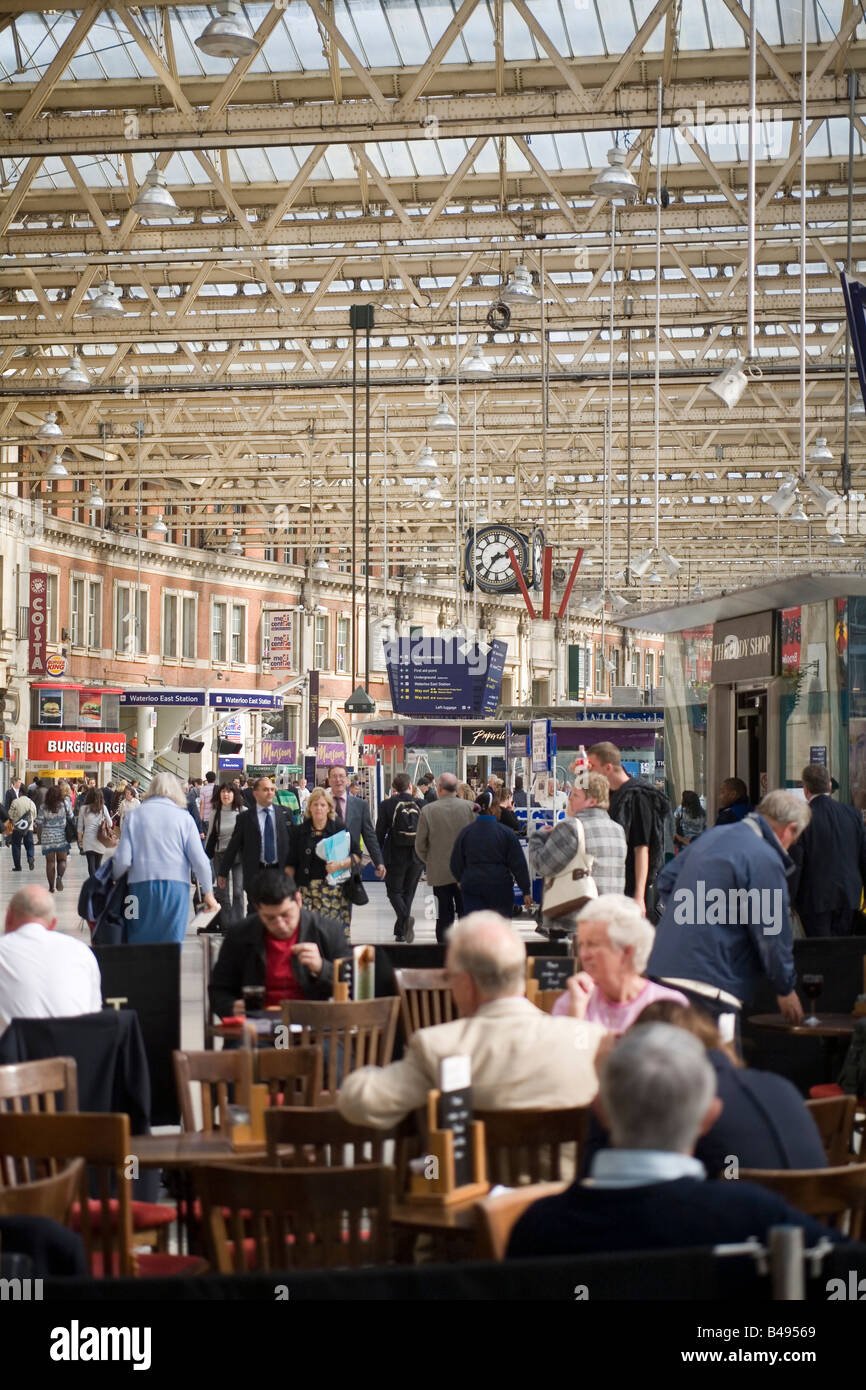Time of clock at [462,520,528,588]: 2:35
